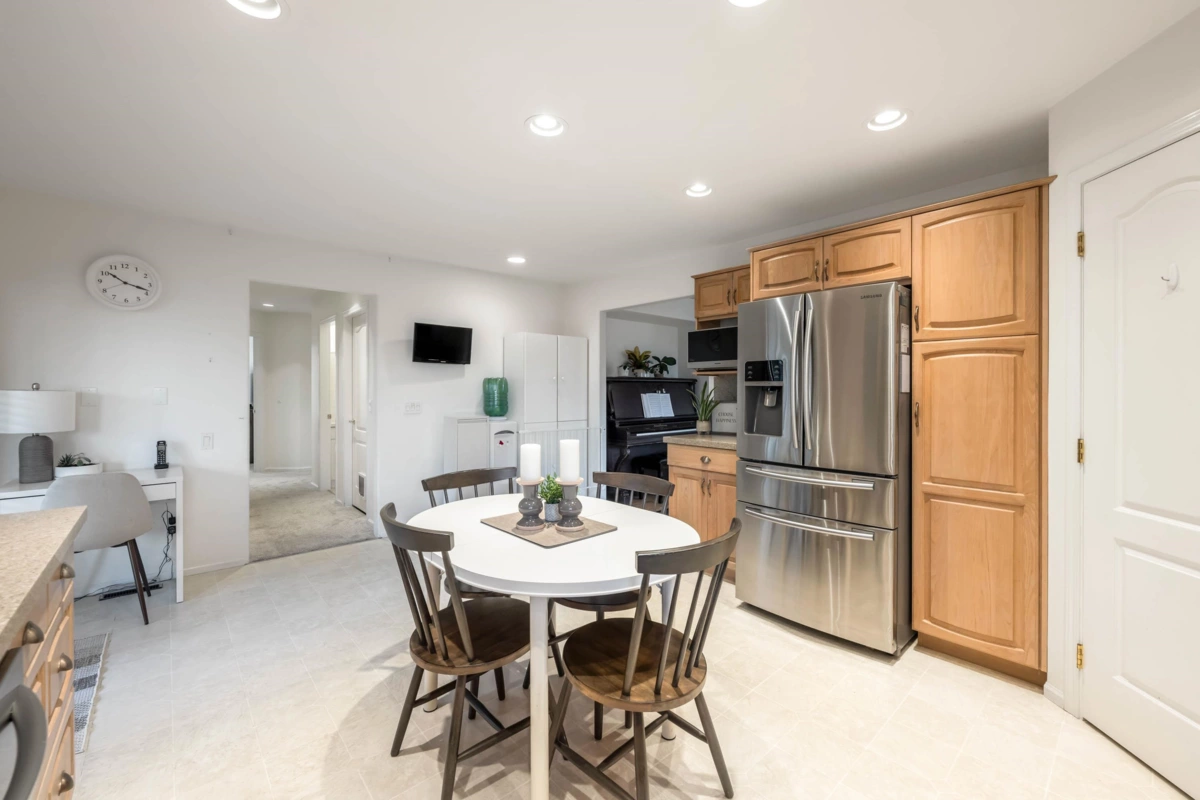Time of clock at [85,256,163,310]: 10:18
